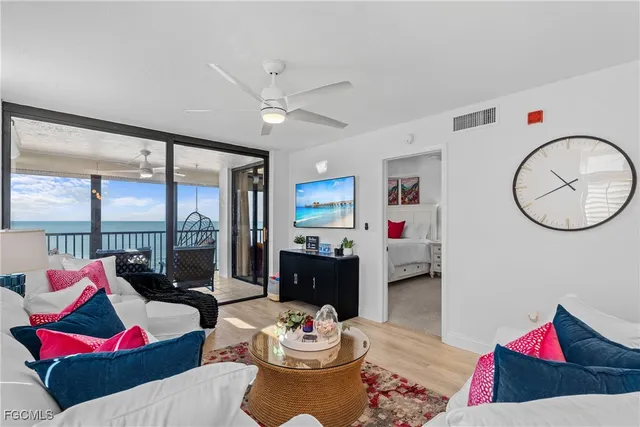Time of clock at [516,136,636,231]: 10:40
